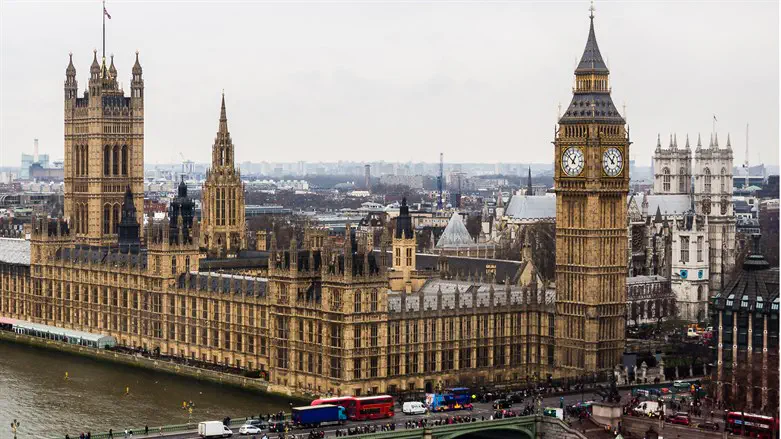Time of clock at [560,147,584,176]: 12:52
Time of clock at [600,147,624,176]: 12:52
